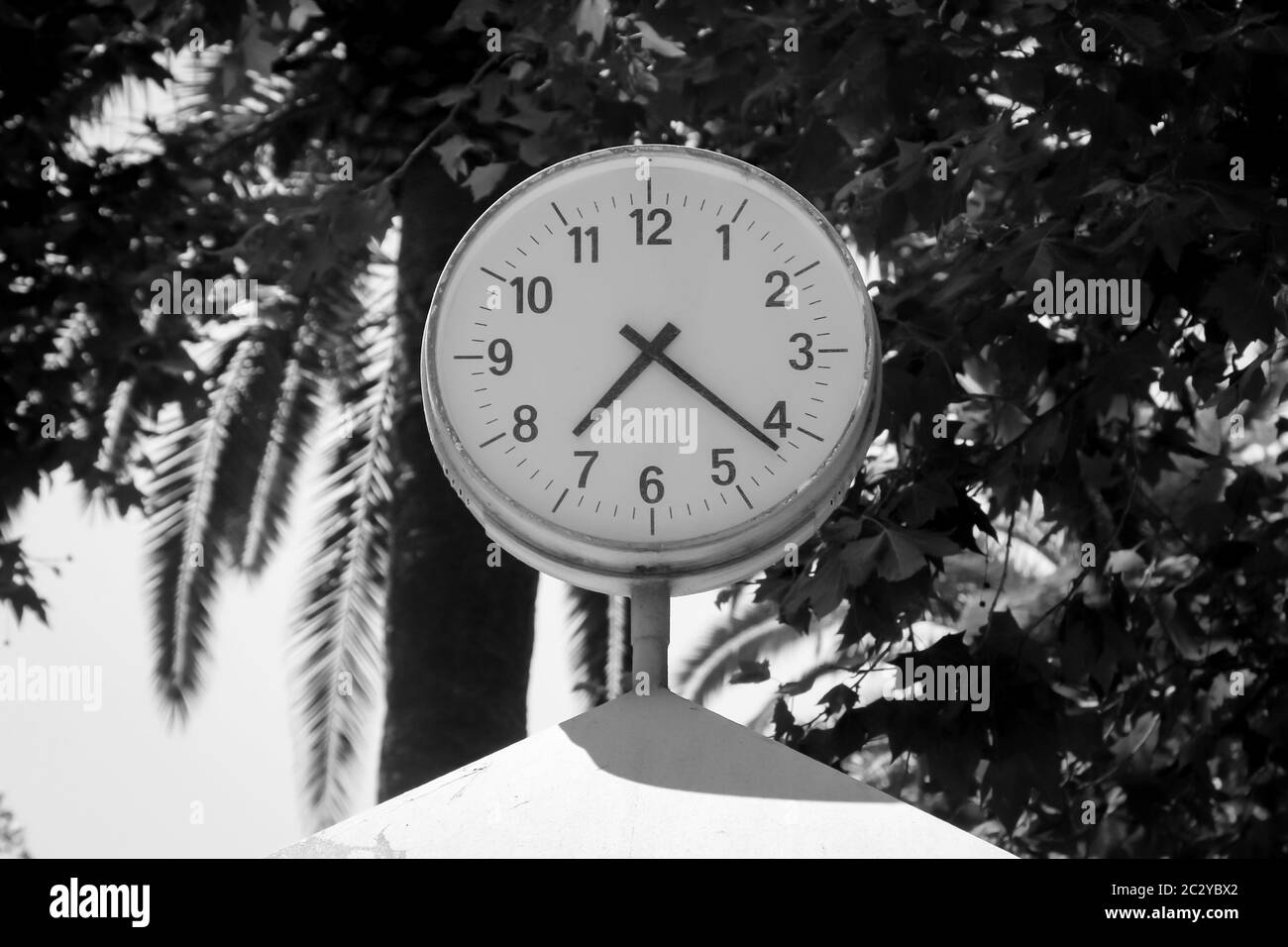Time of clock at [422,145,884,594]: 7:21
